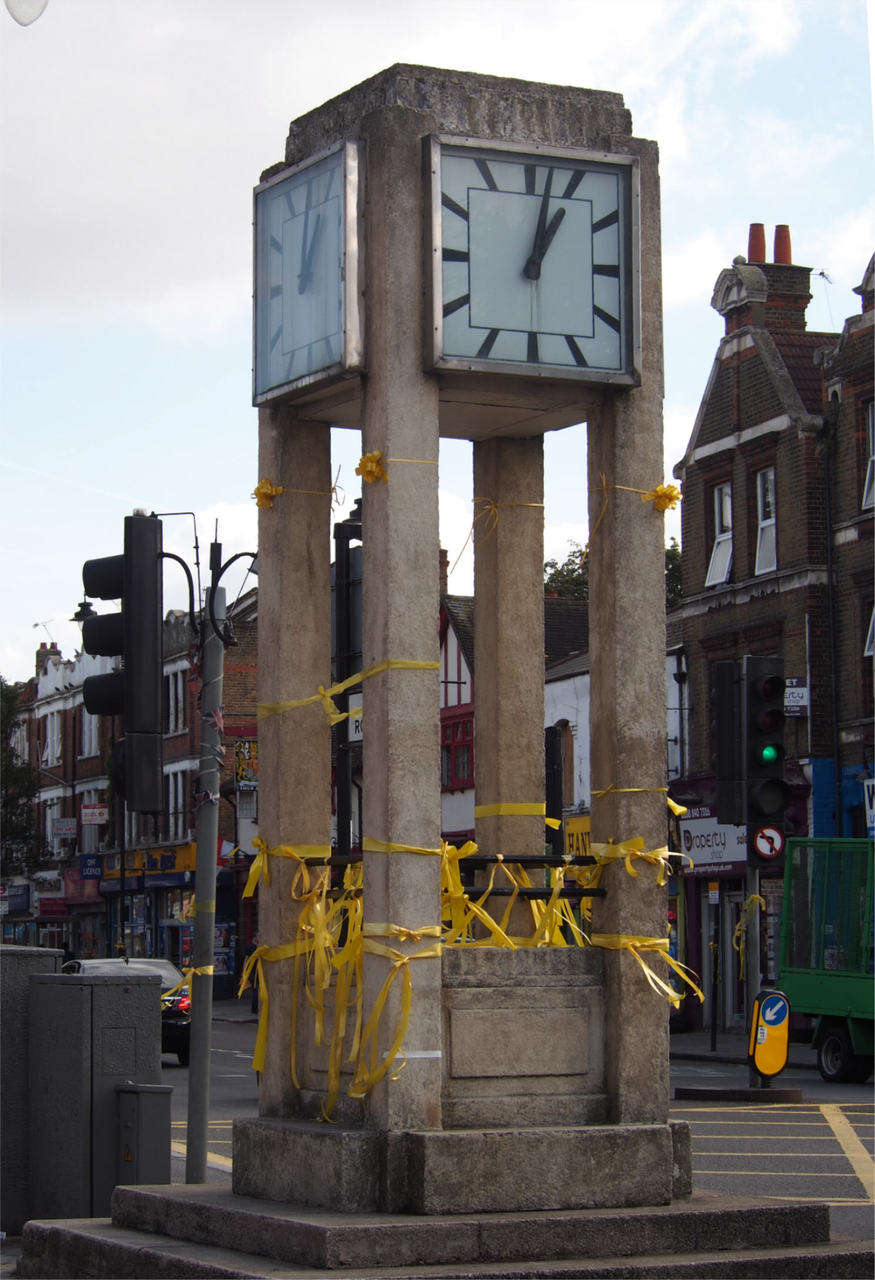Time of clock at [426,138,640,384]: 1:02
